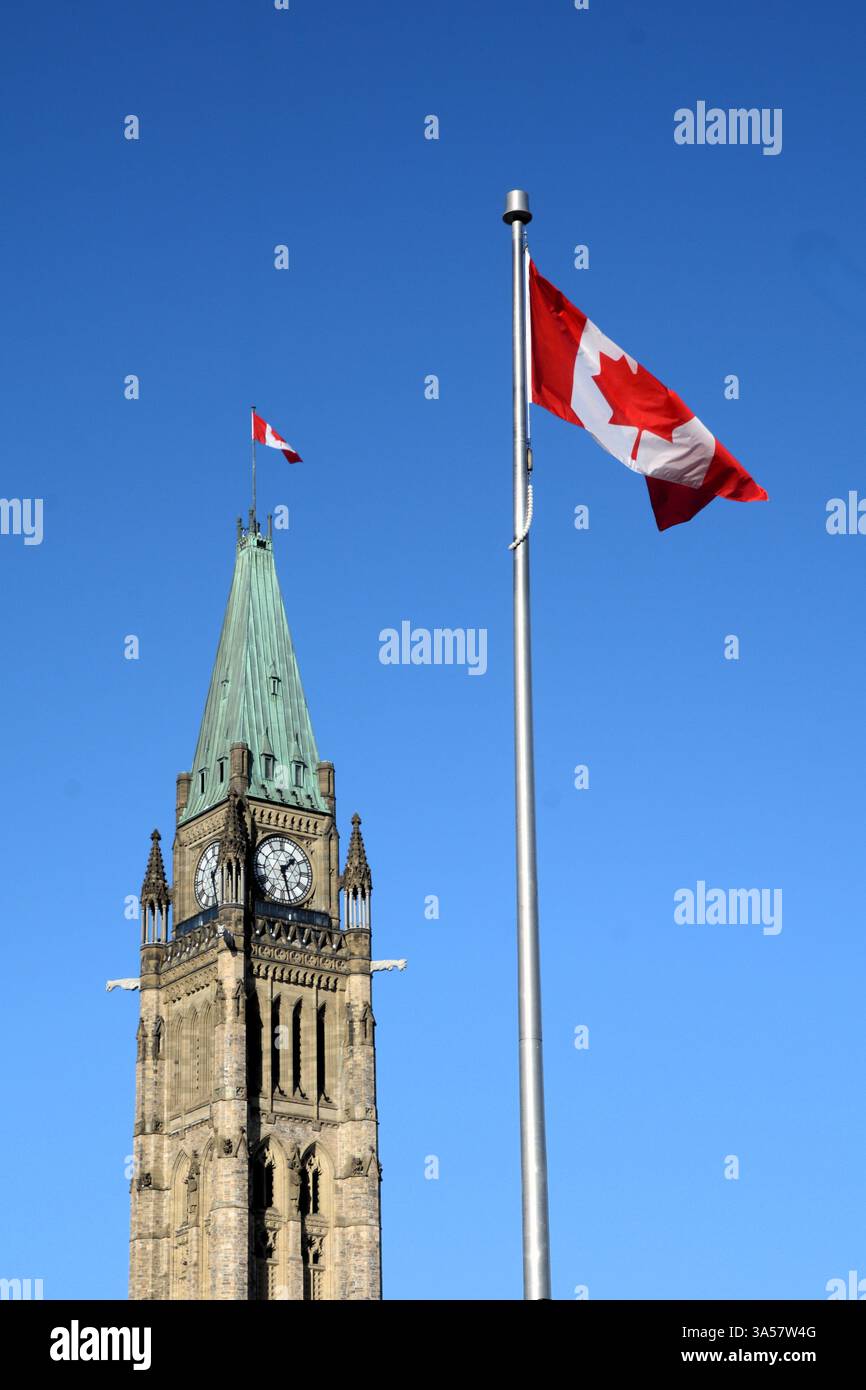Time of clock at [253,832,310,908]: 1:27
